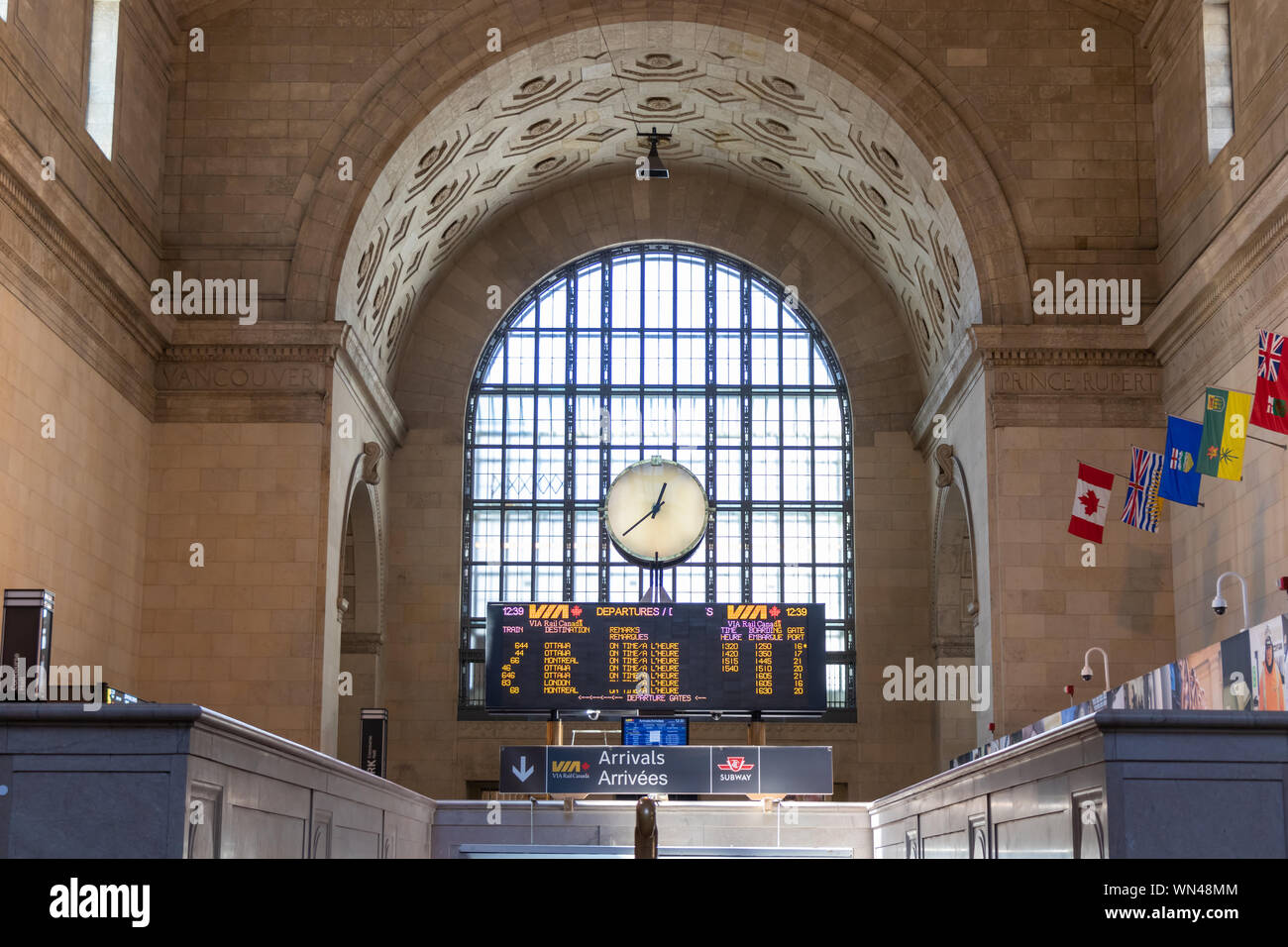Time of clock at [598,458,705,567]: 12:37
